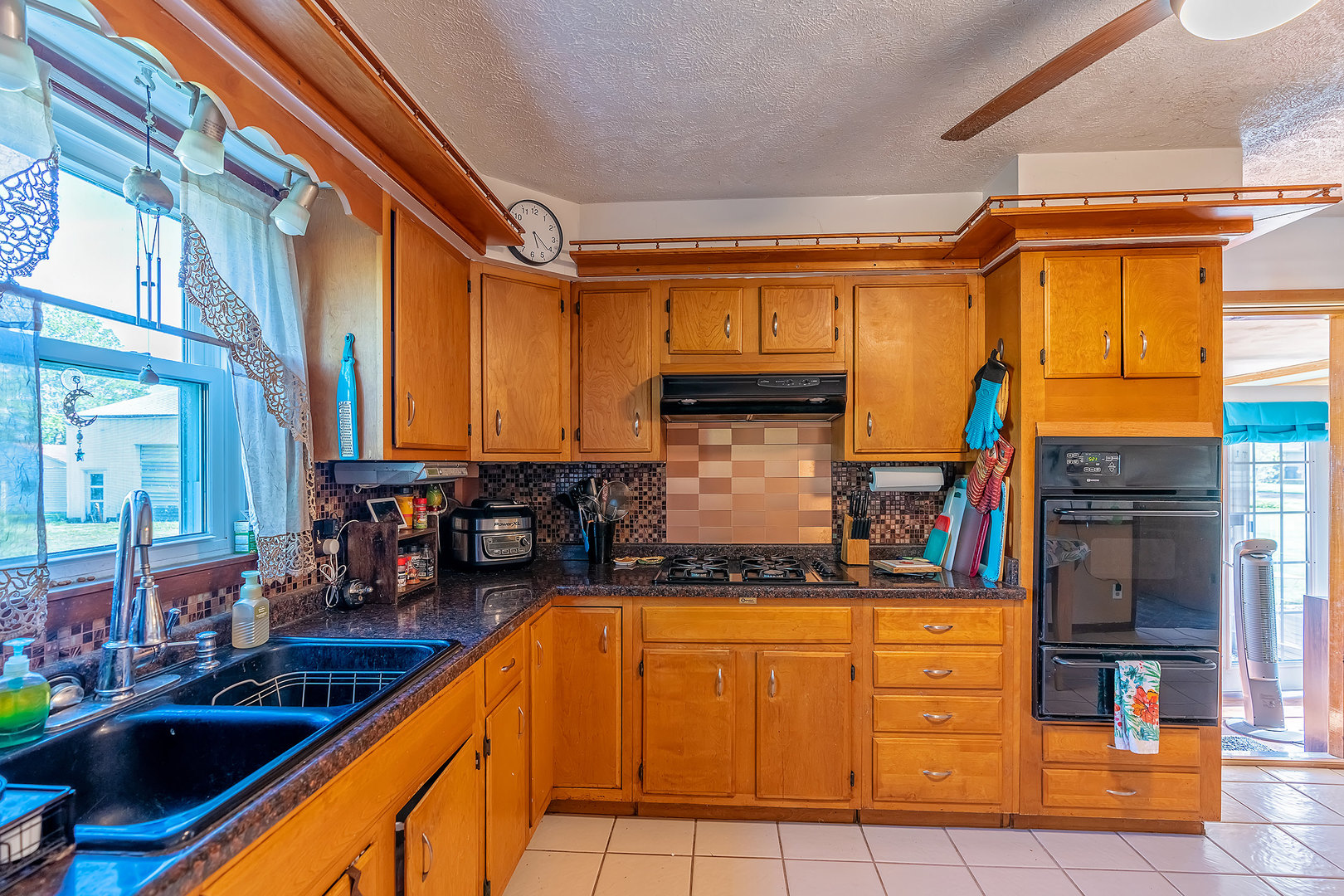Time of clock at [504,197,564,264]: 5:20
